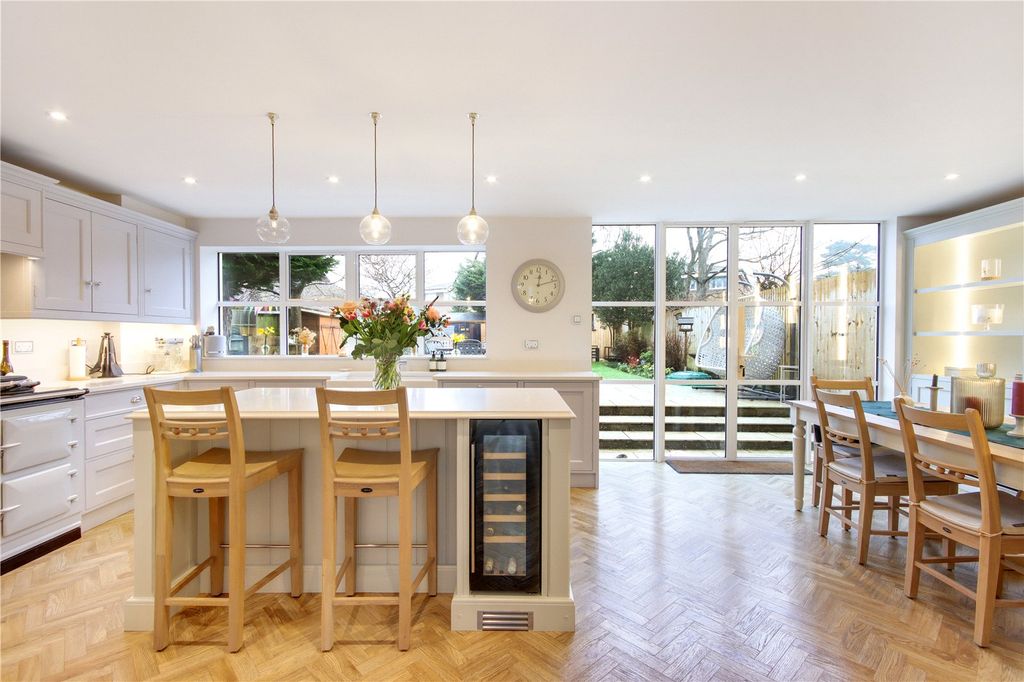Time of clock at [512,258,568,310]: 12:12
